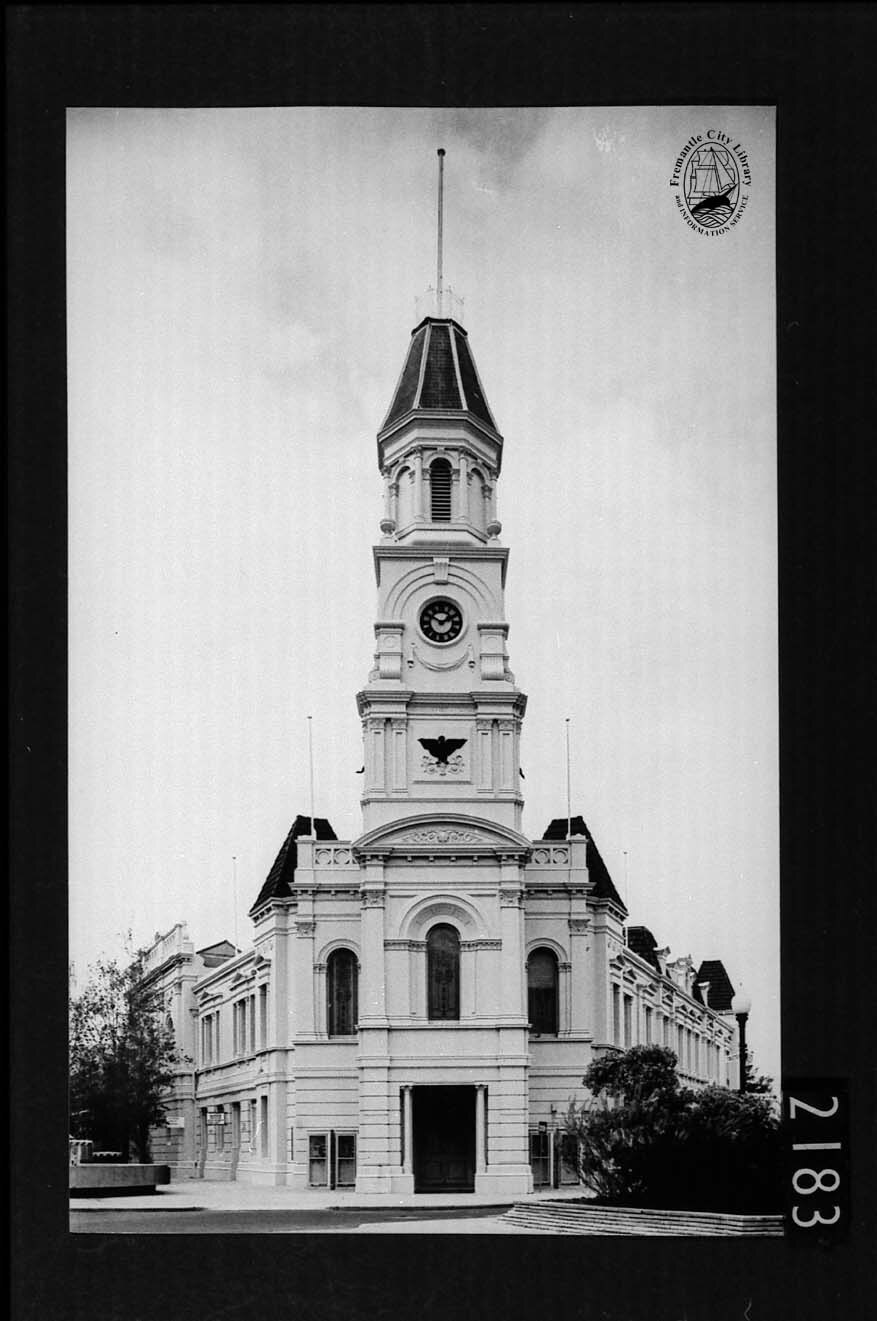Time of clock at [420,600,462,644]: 1:47
